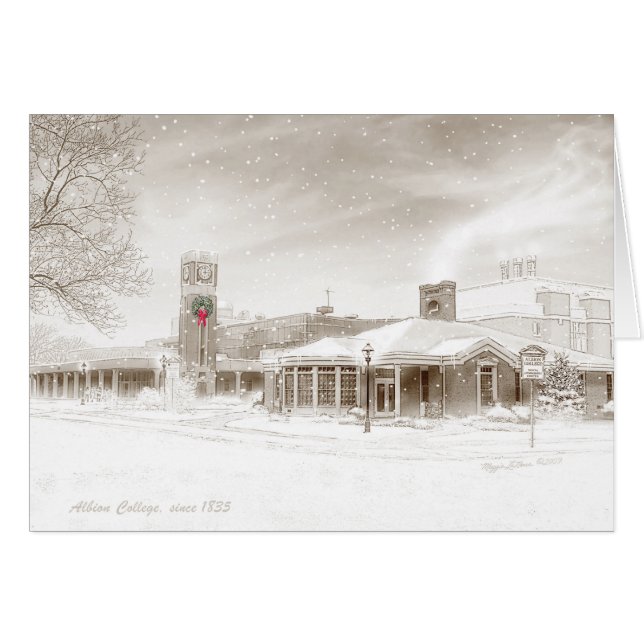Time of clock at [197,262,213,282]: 12:13
